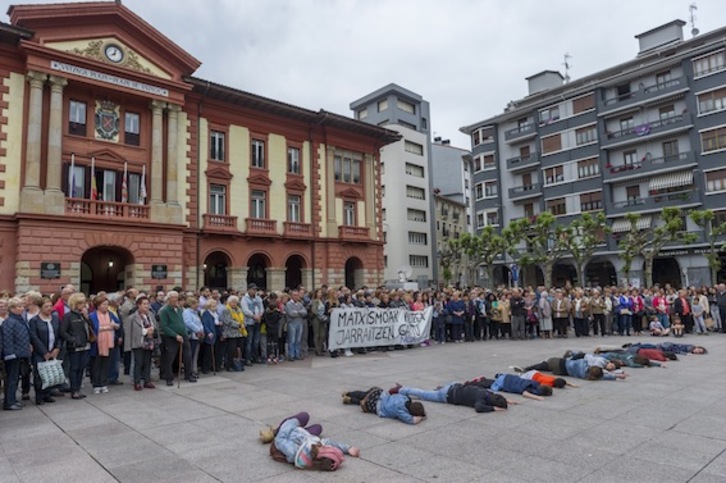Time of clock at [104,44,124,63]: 8:03
